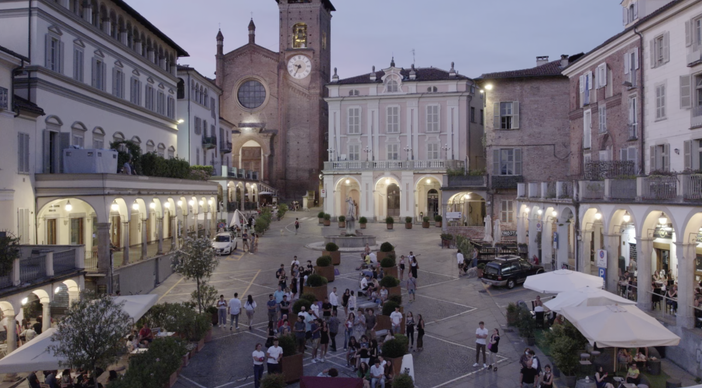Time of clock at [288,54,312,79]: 9:35
